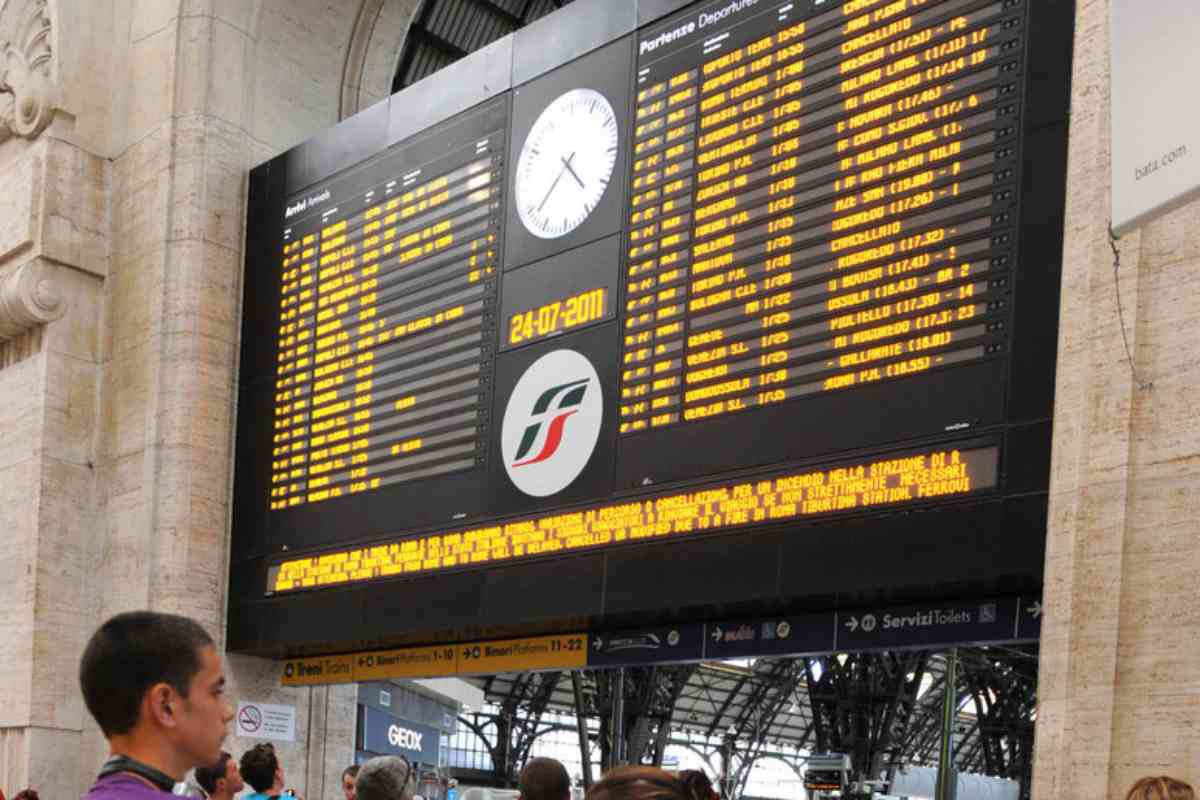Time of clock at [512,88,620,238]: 4:38
